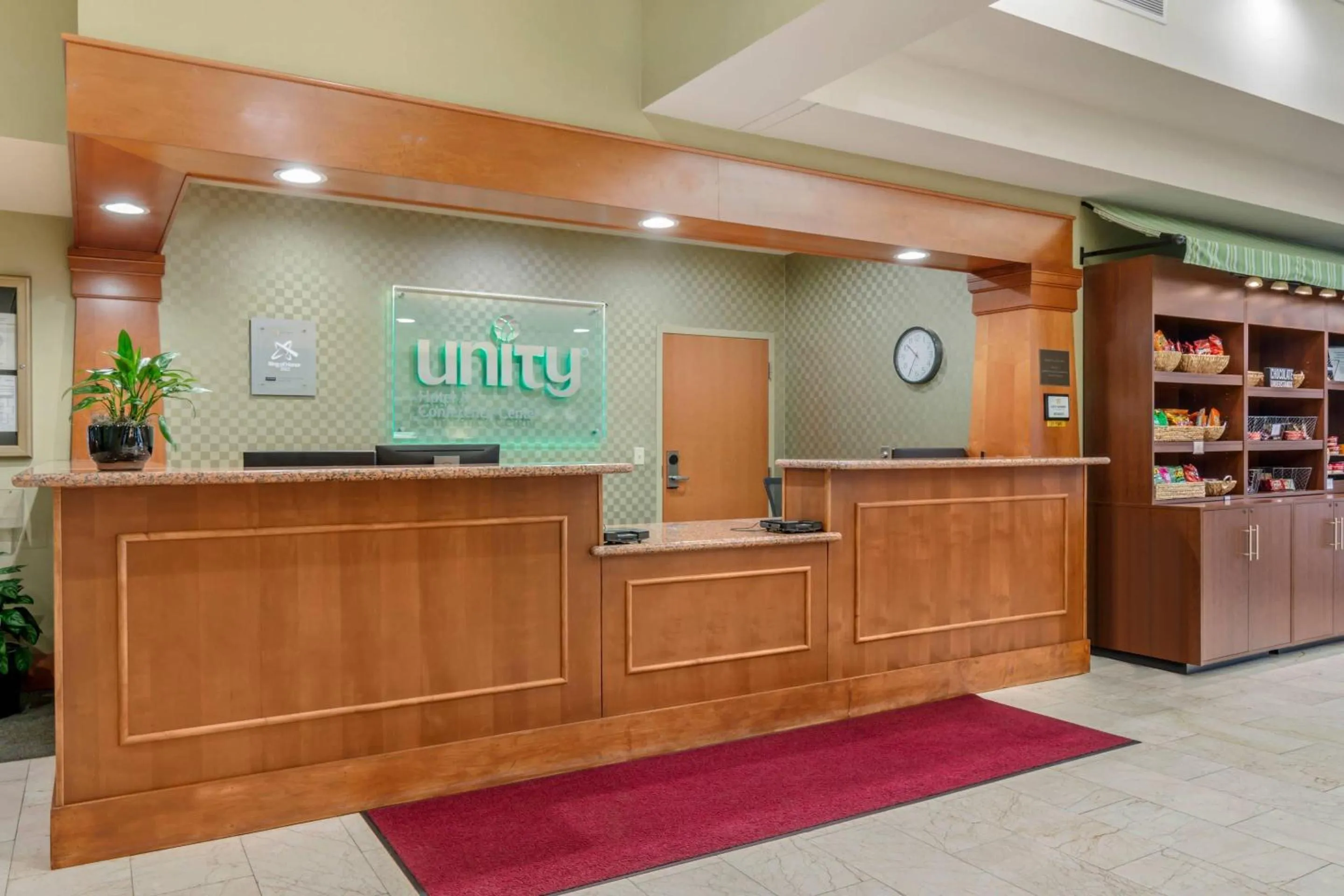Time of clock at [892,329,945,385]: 10:34
